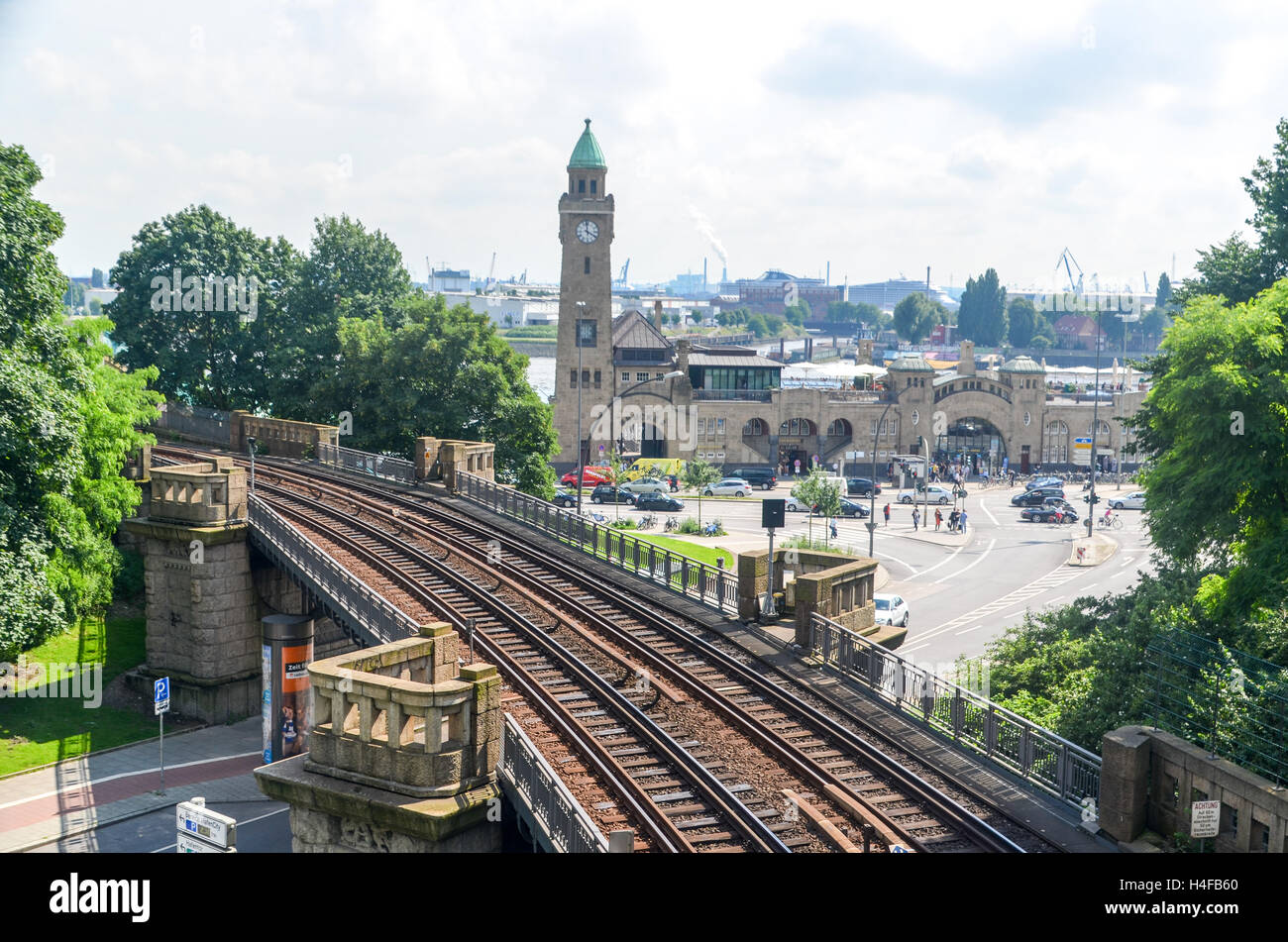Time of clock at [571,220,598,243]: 3:58
